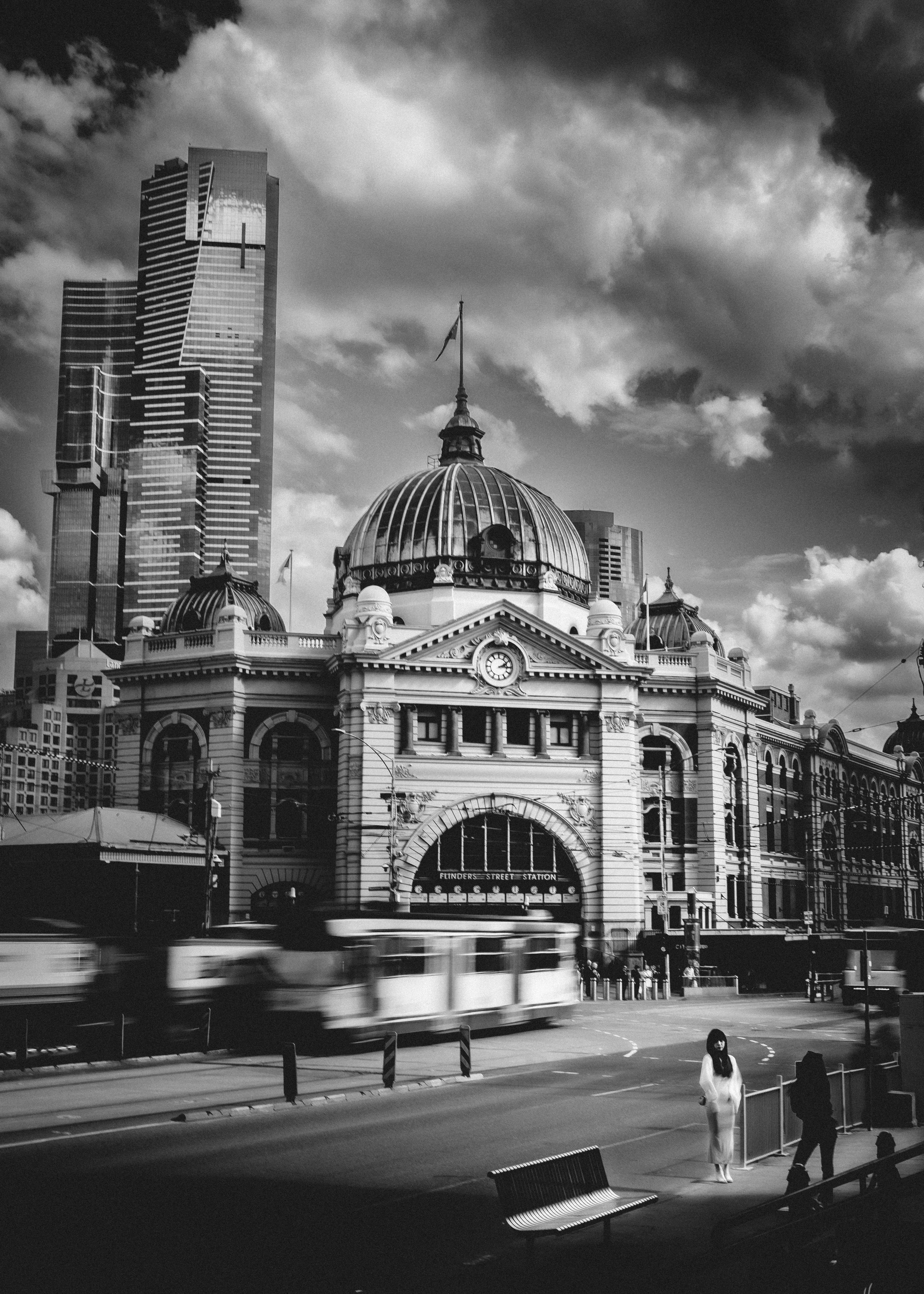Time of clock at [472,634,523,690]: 2:15
